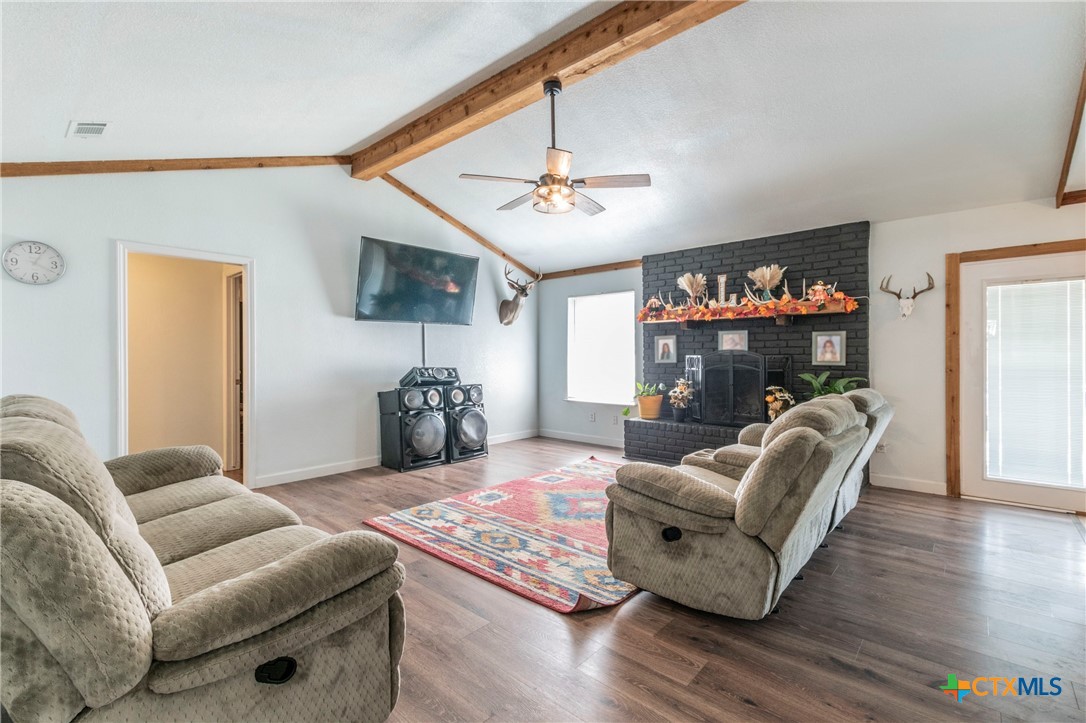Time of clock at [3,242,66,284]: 4:04
